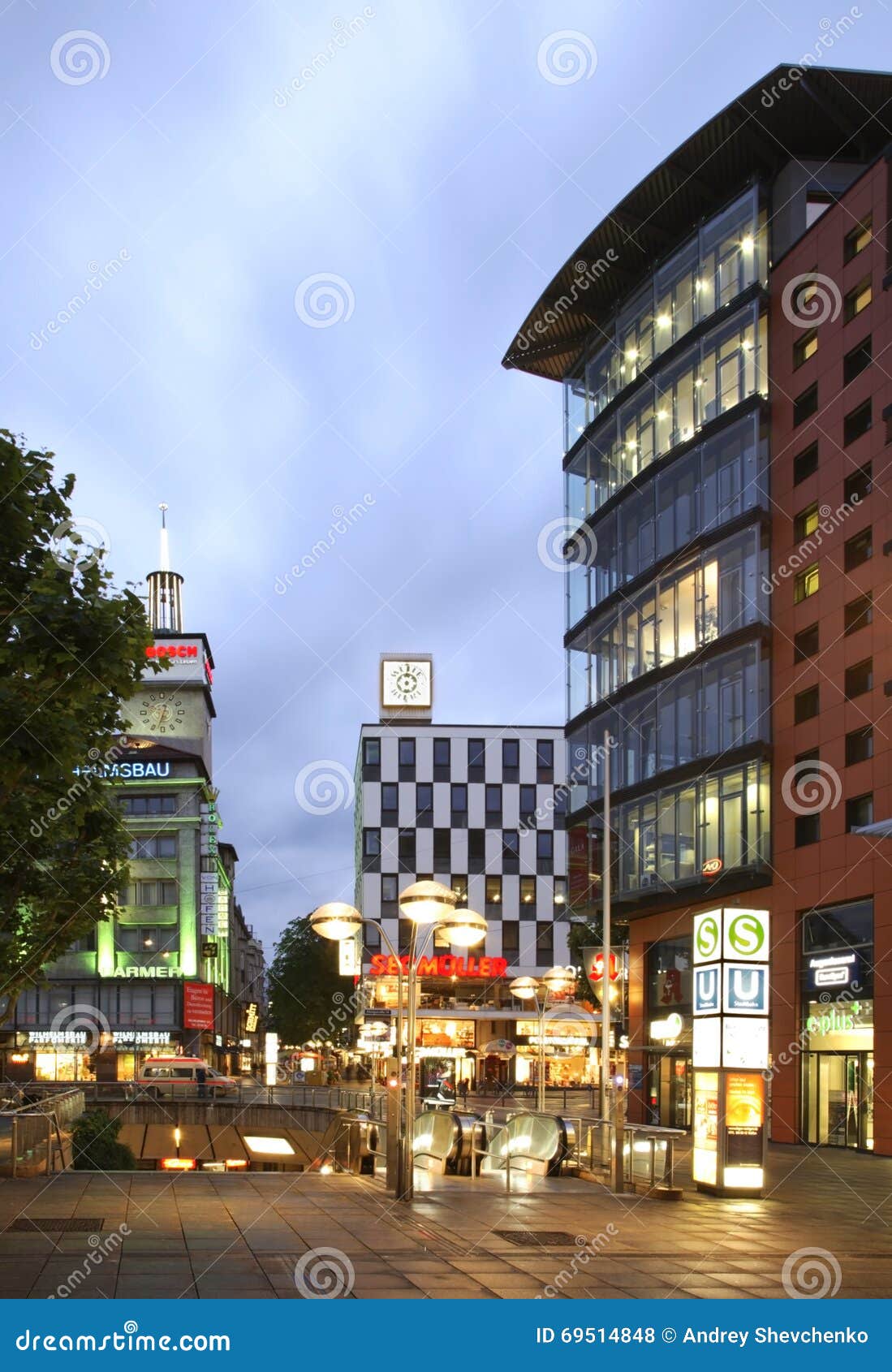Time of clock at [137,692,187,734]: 12:32
